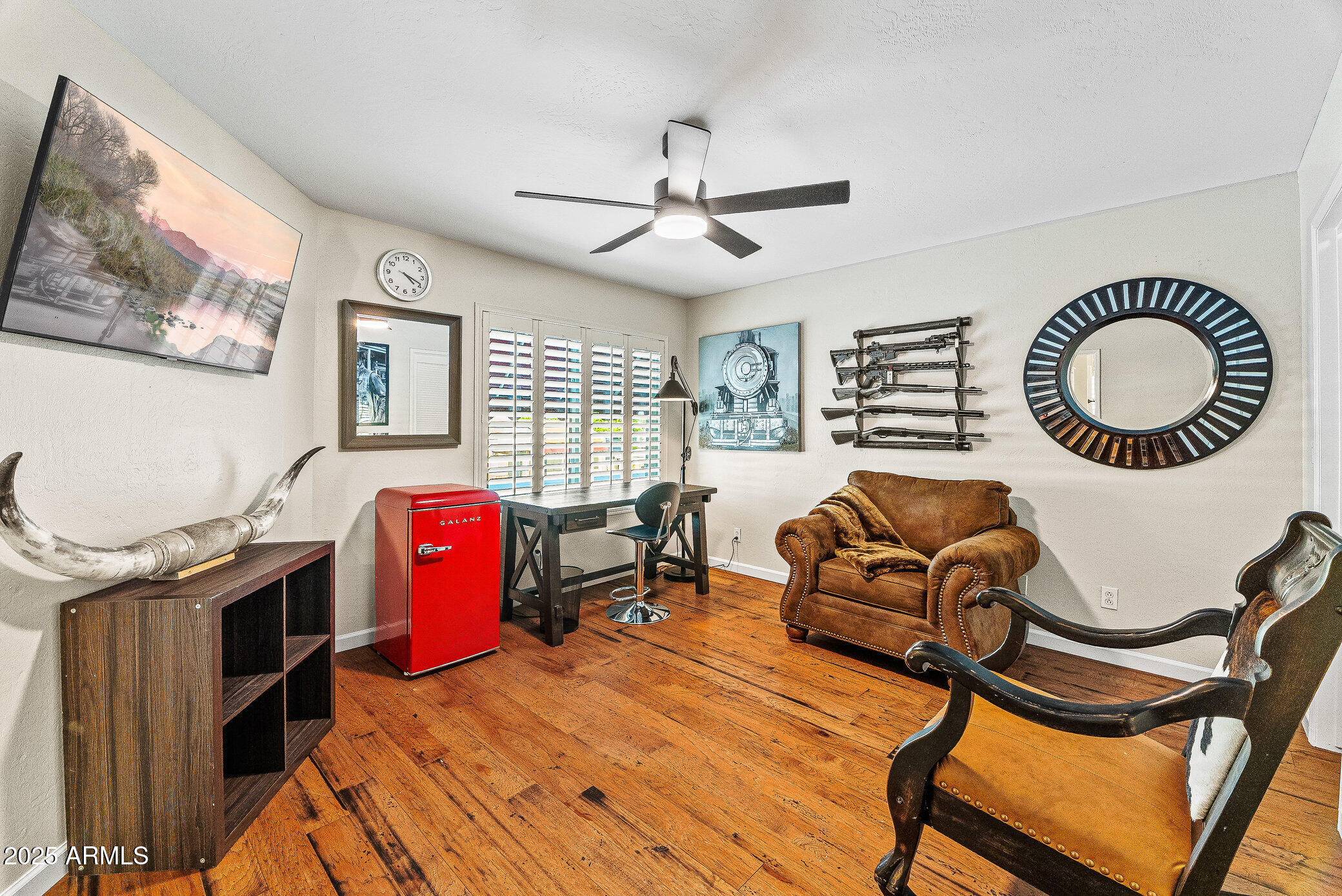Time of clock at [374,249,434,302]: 4:18
